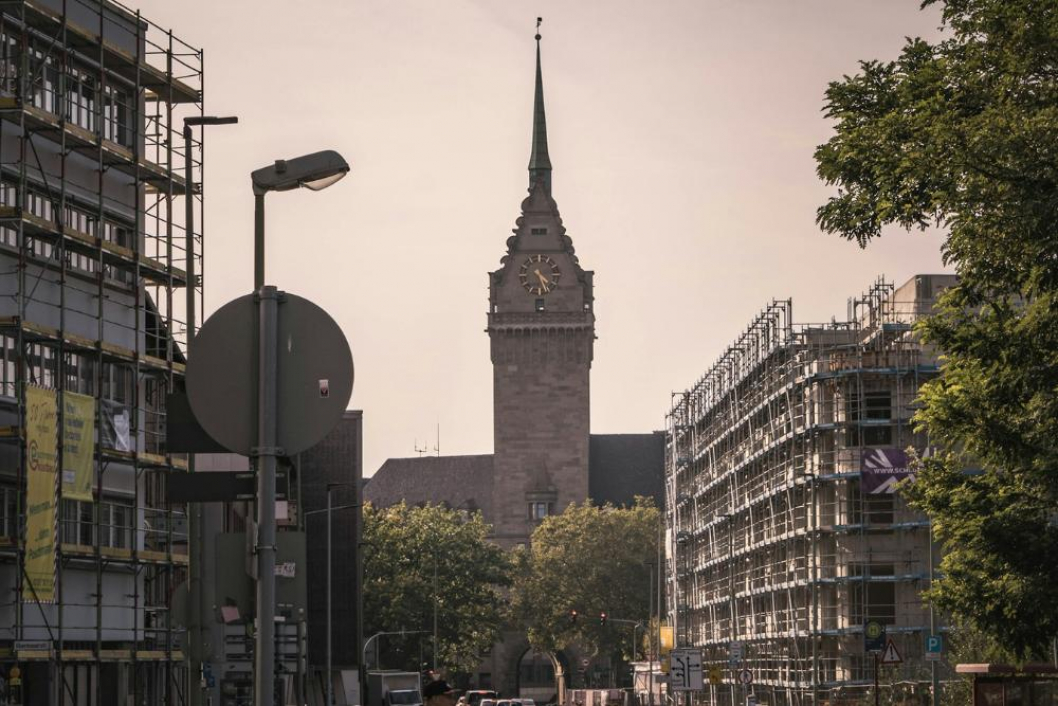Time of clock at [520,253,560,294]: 4:26
